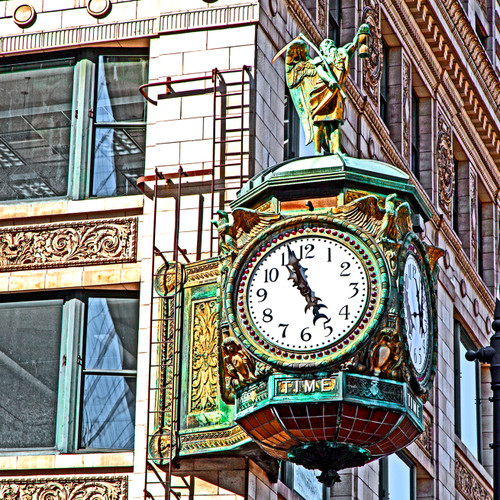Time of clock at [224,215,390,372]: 4:56
